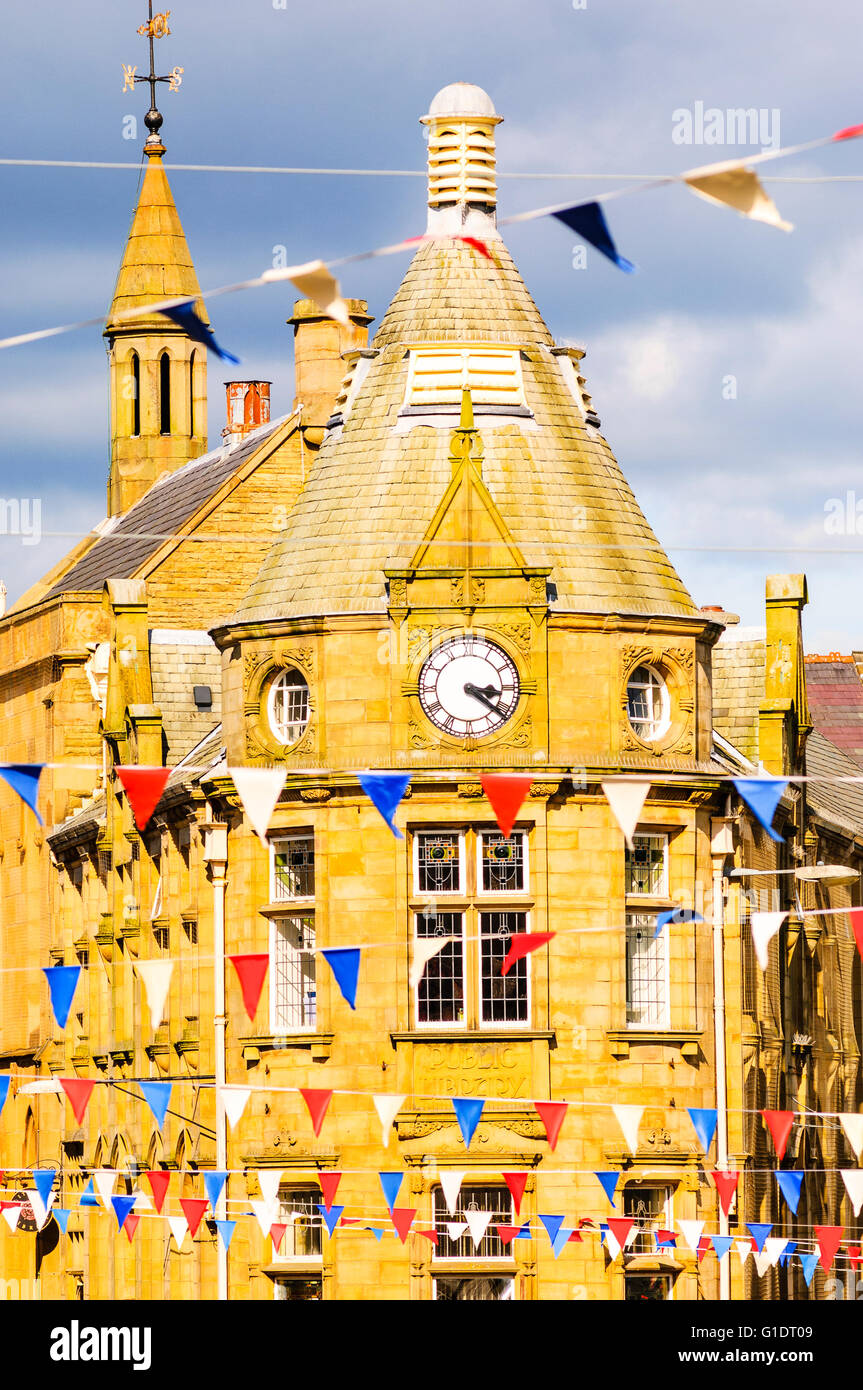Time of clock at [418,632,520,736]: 3:21
